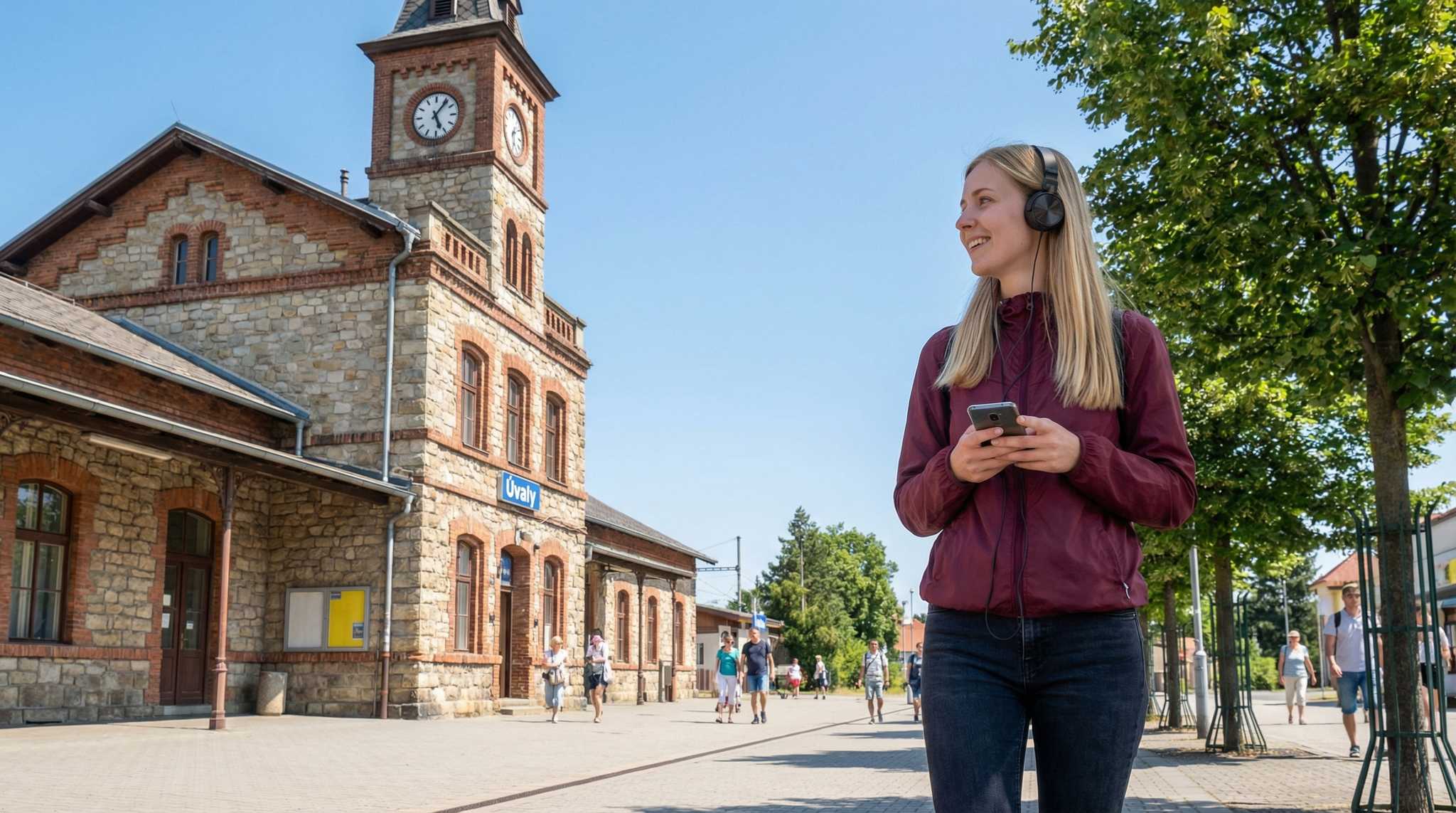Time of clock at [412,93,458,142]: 5:06
